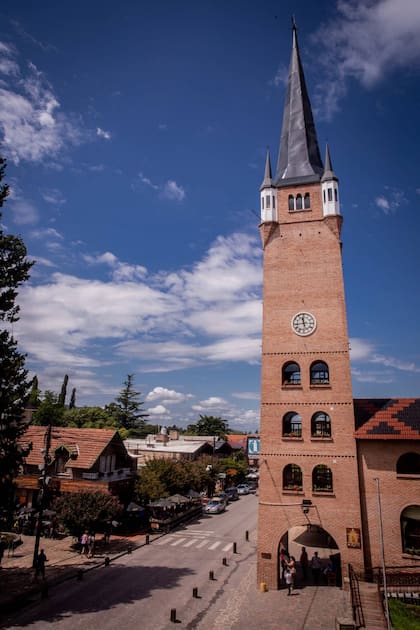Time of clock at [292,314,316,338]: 11:43
